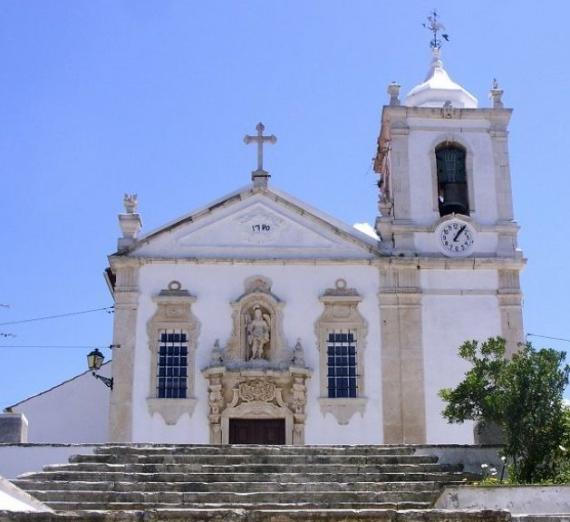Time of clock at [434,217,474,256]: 1:06
